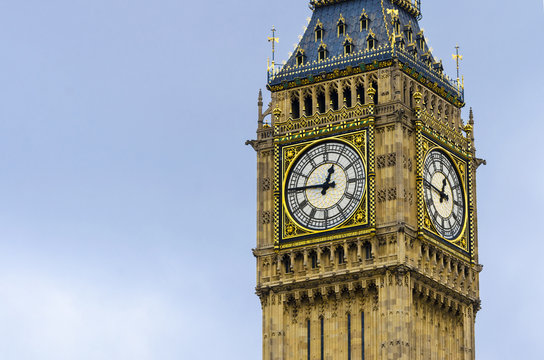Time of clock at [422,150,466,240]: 12:46
